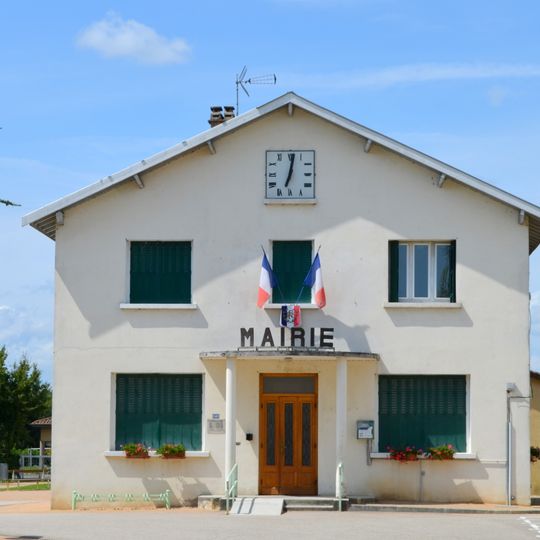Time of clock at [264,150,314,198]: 7:01
